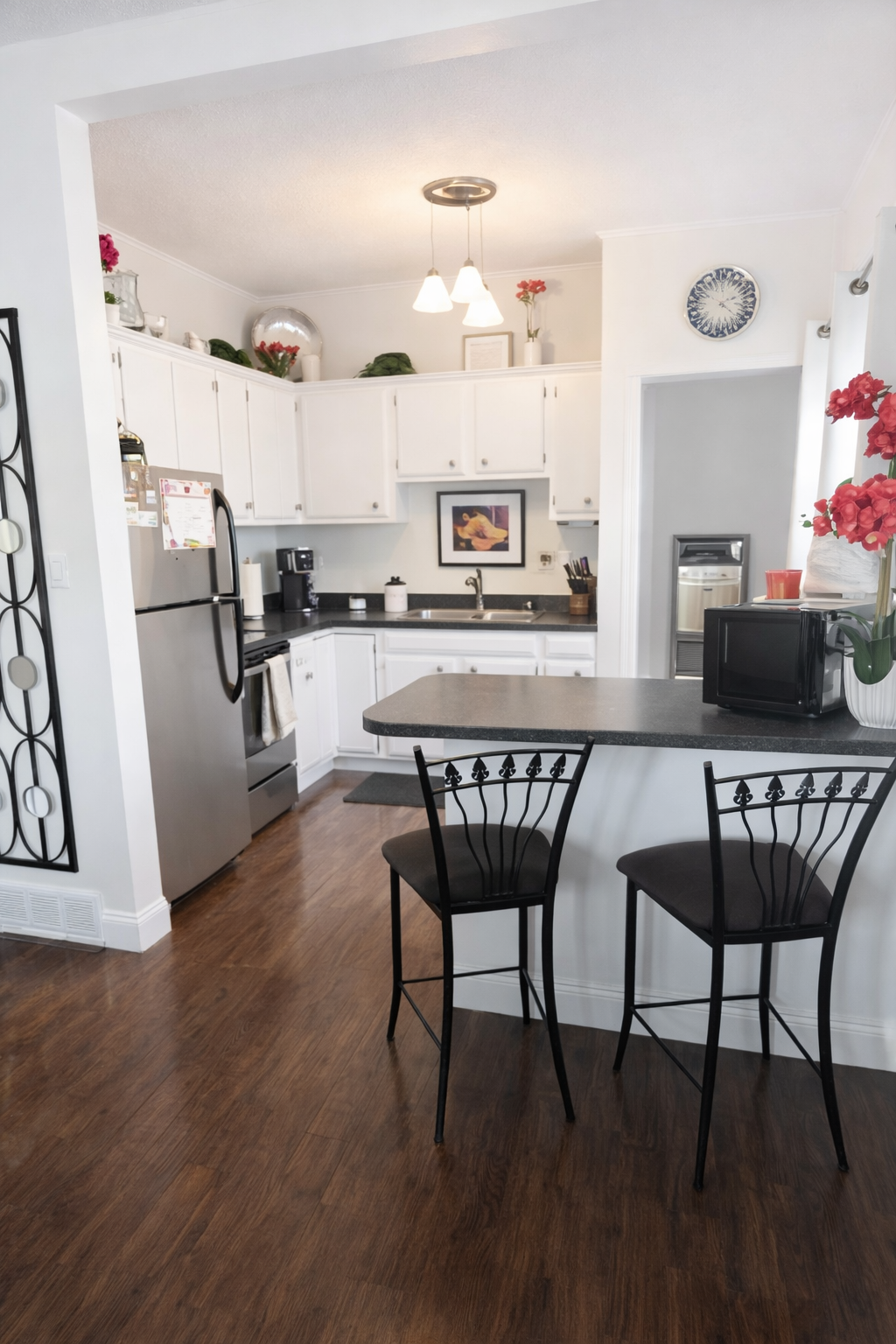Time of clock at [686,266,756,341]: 2:21
